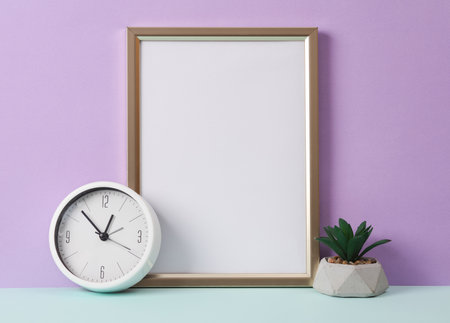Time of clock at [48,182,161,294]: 12:53
